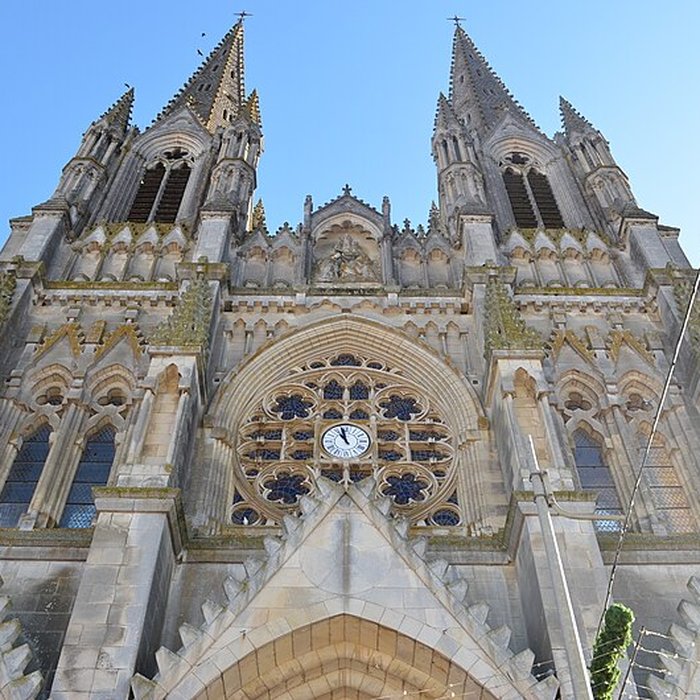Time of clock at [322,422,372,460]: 10:57
